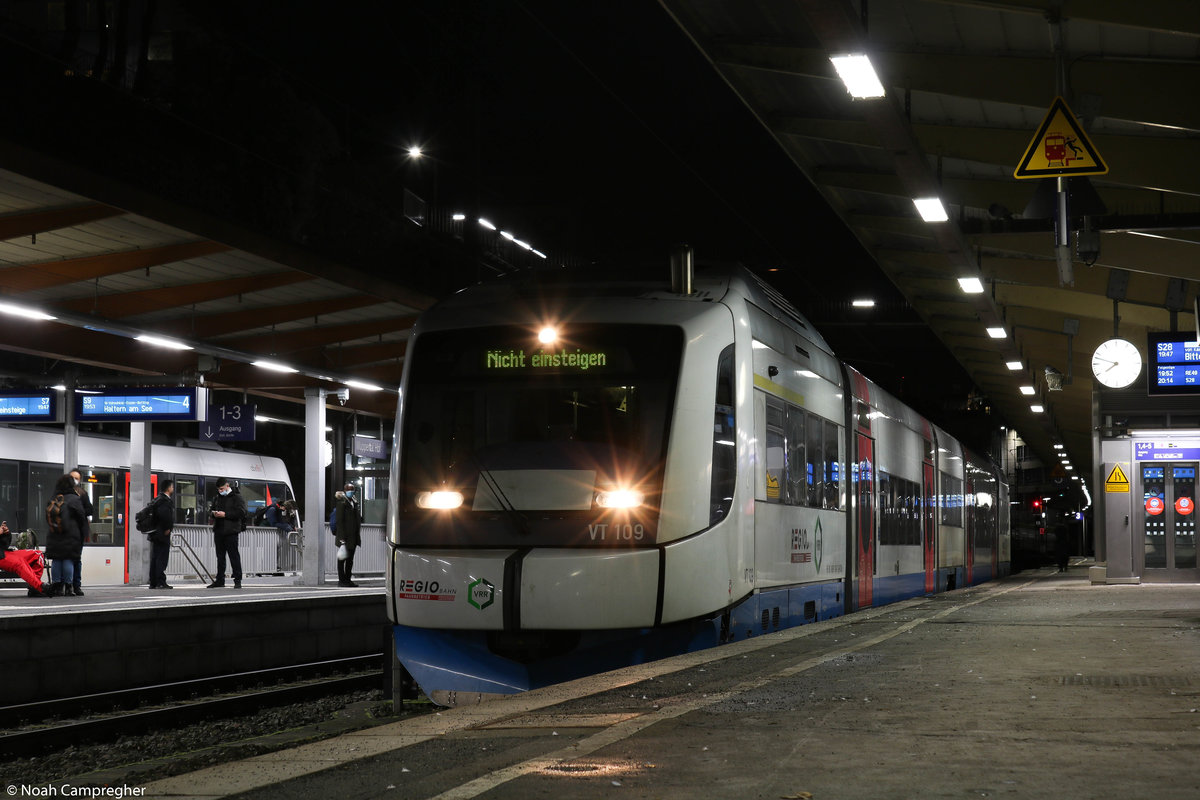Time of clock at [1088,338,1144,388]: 7:47
